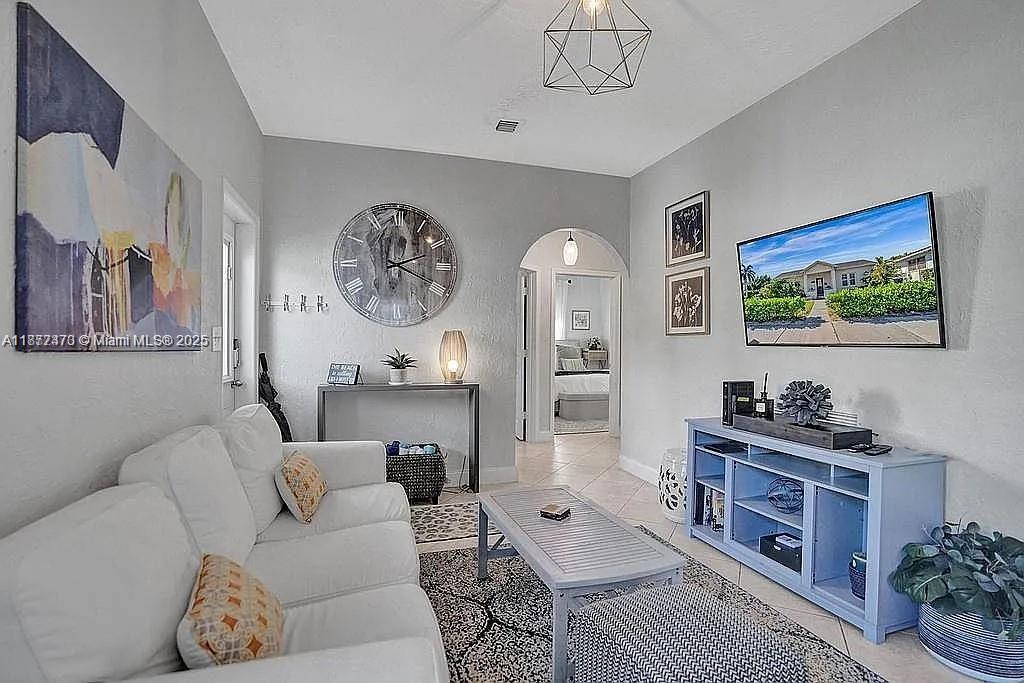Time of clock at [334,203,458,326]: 2:19
